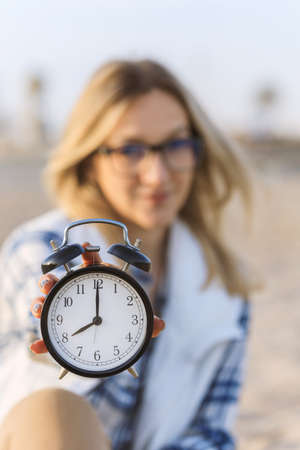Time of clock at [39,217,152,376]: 8:00
